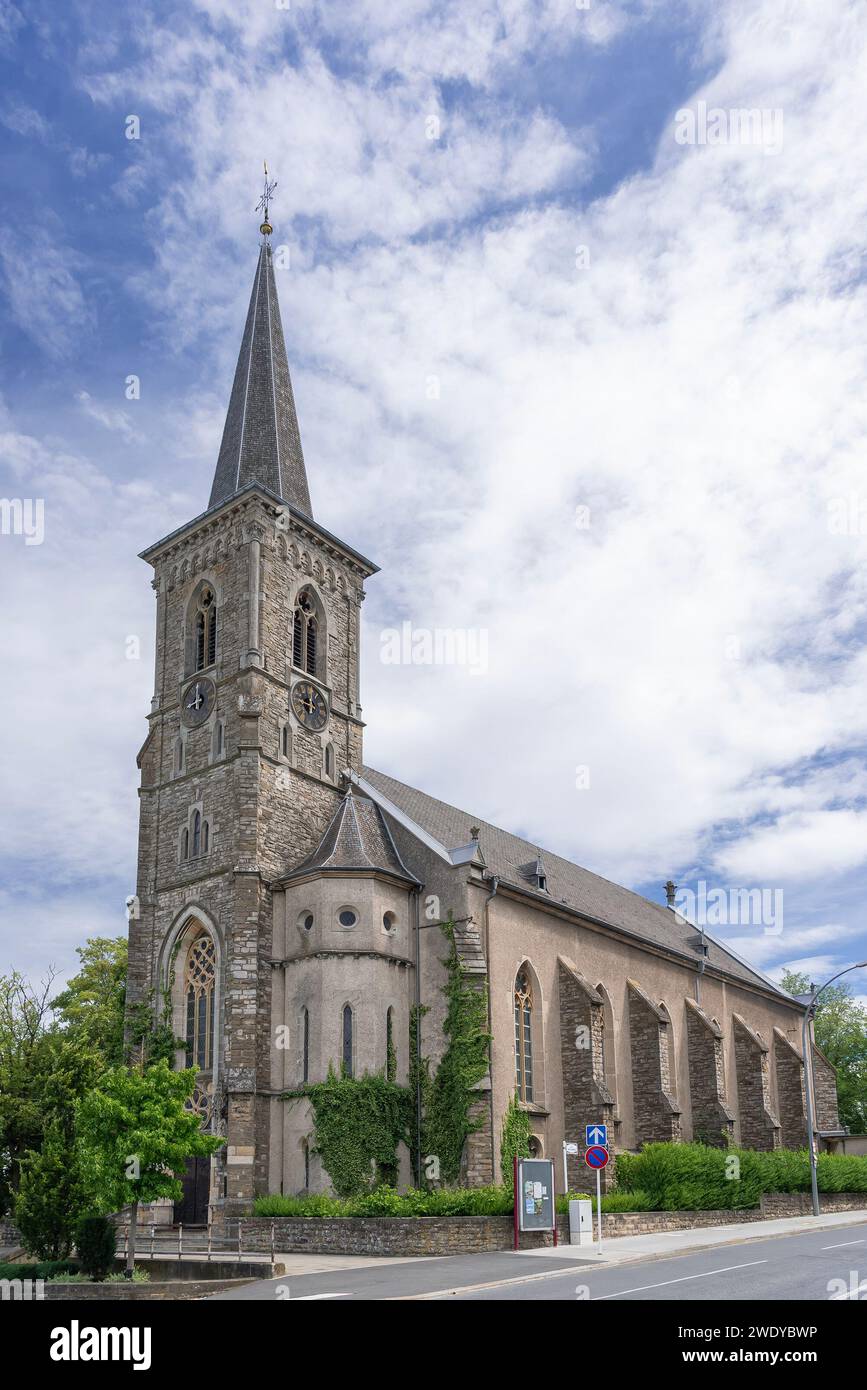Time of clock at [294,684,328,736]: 11:46
